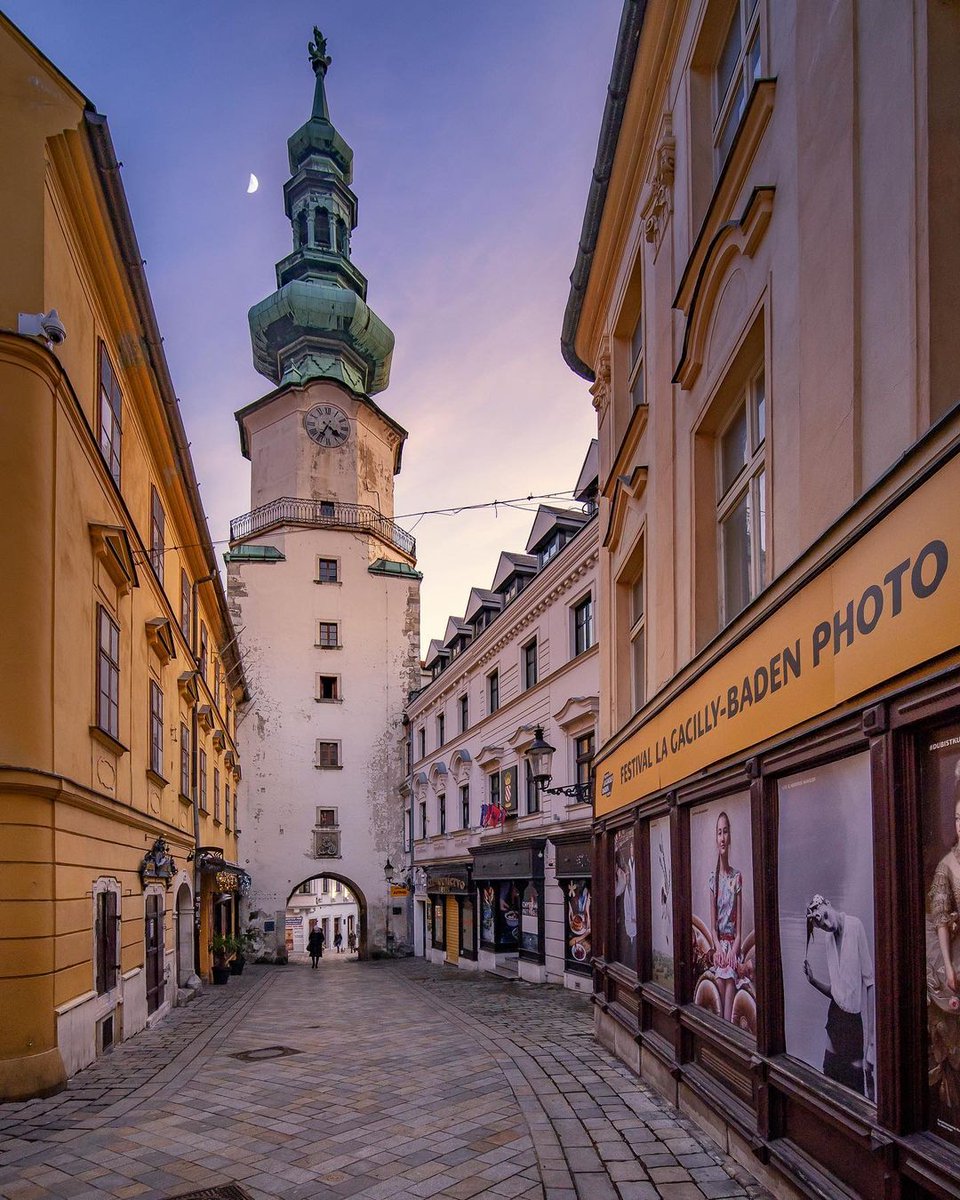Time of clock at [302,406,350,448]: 4:35
